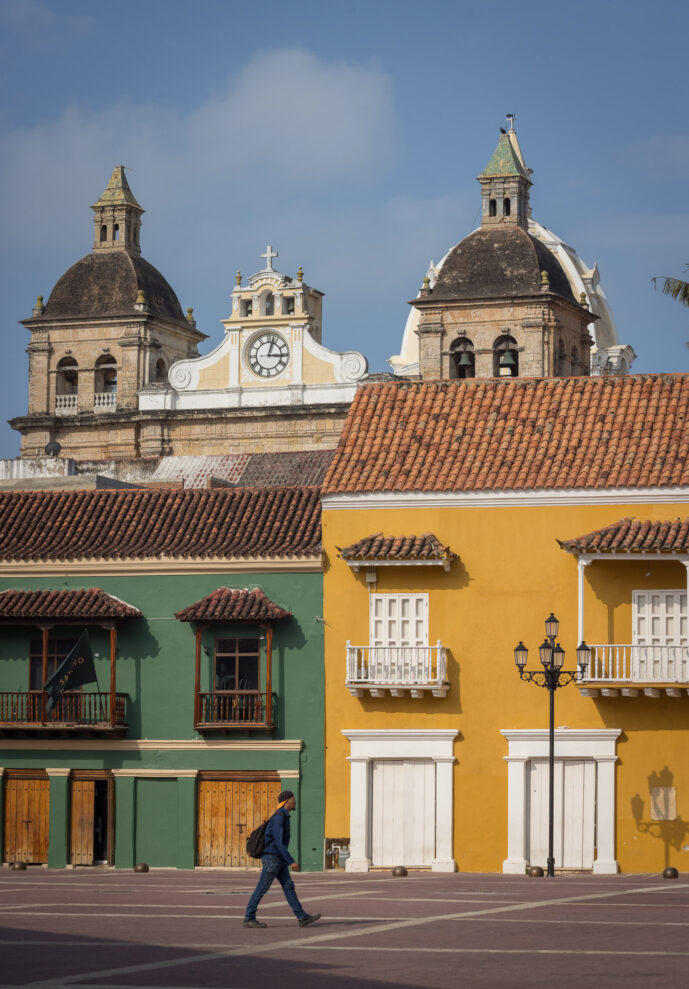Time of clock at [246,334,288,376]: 3:02
